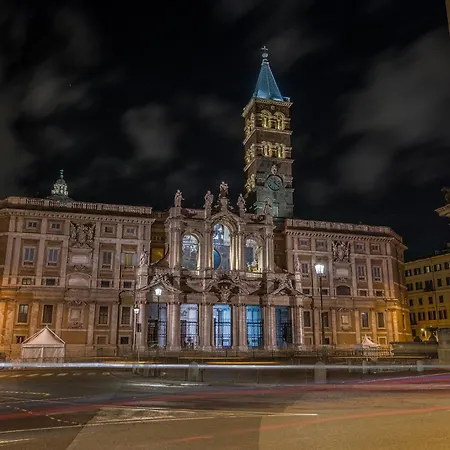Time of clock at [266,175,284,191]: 12:22
